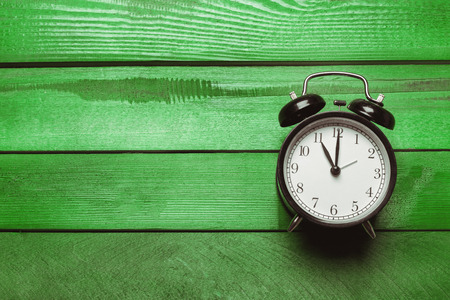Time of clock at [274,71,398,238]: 11:00
